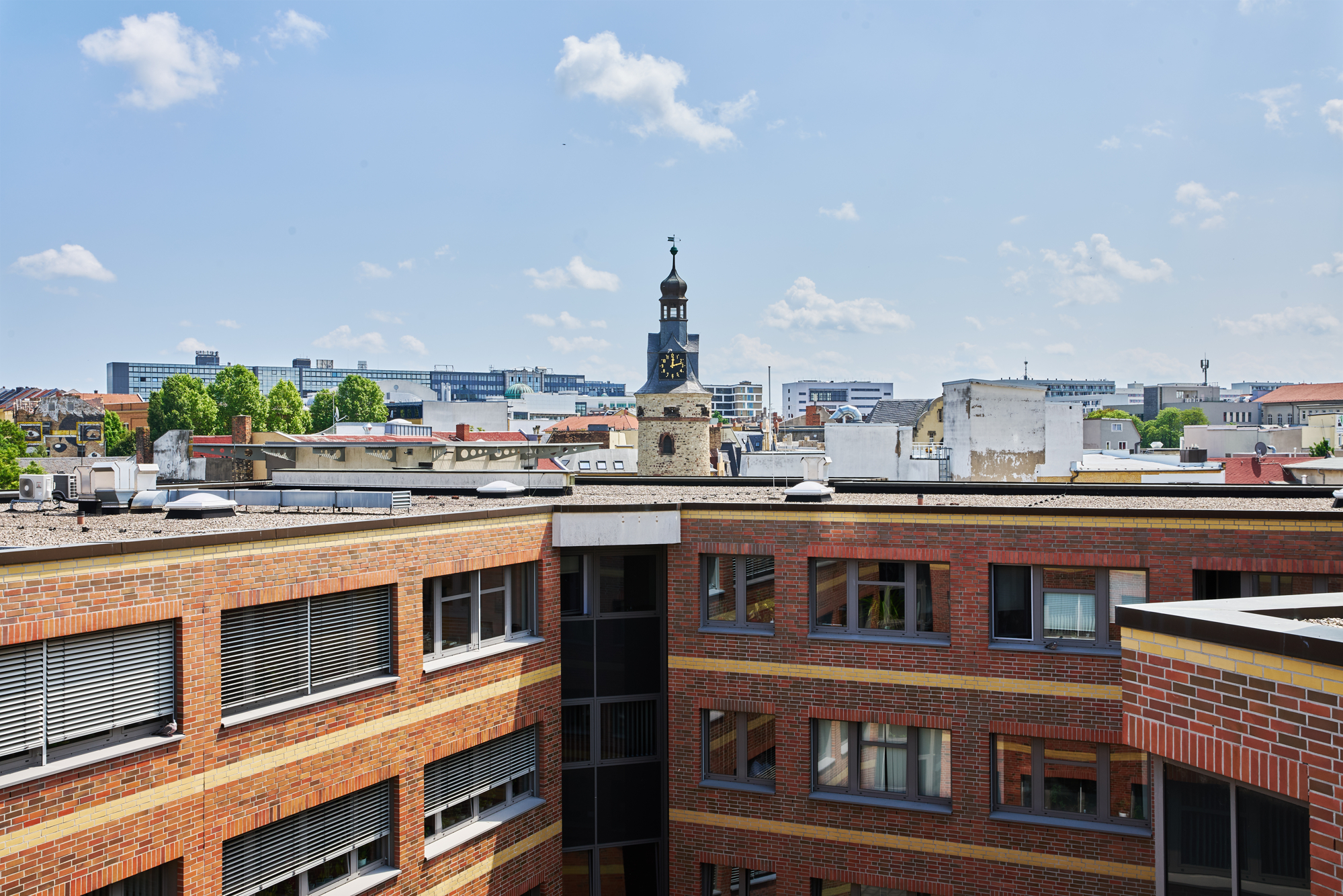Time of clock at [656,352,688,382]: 12:12
